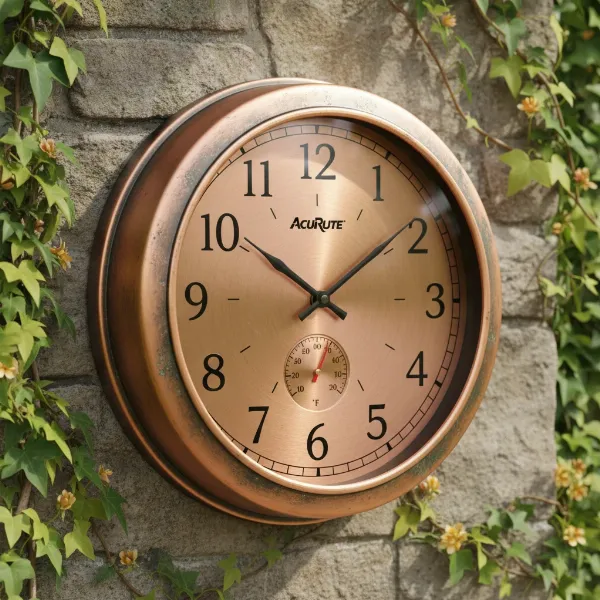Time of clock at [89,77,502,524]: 10:09
